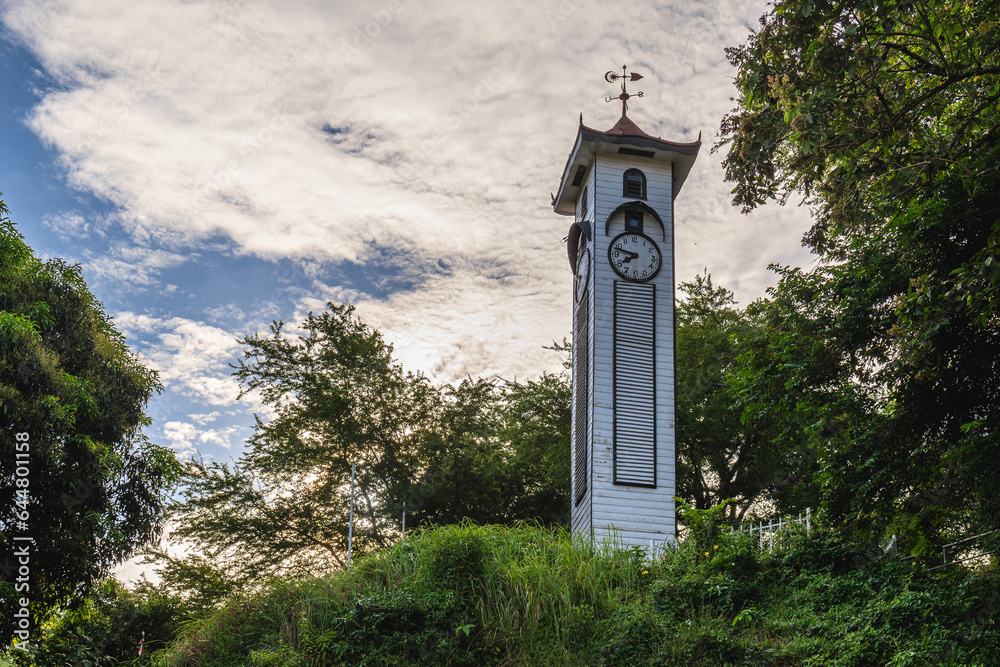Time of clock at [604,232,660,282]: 7:47
